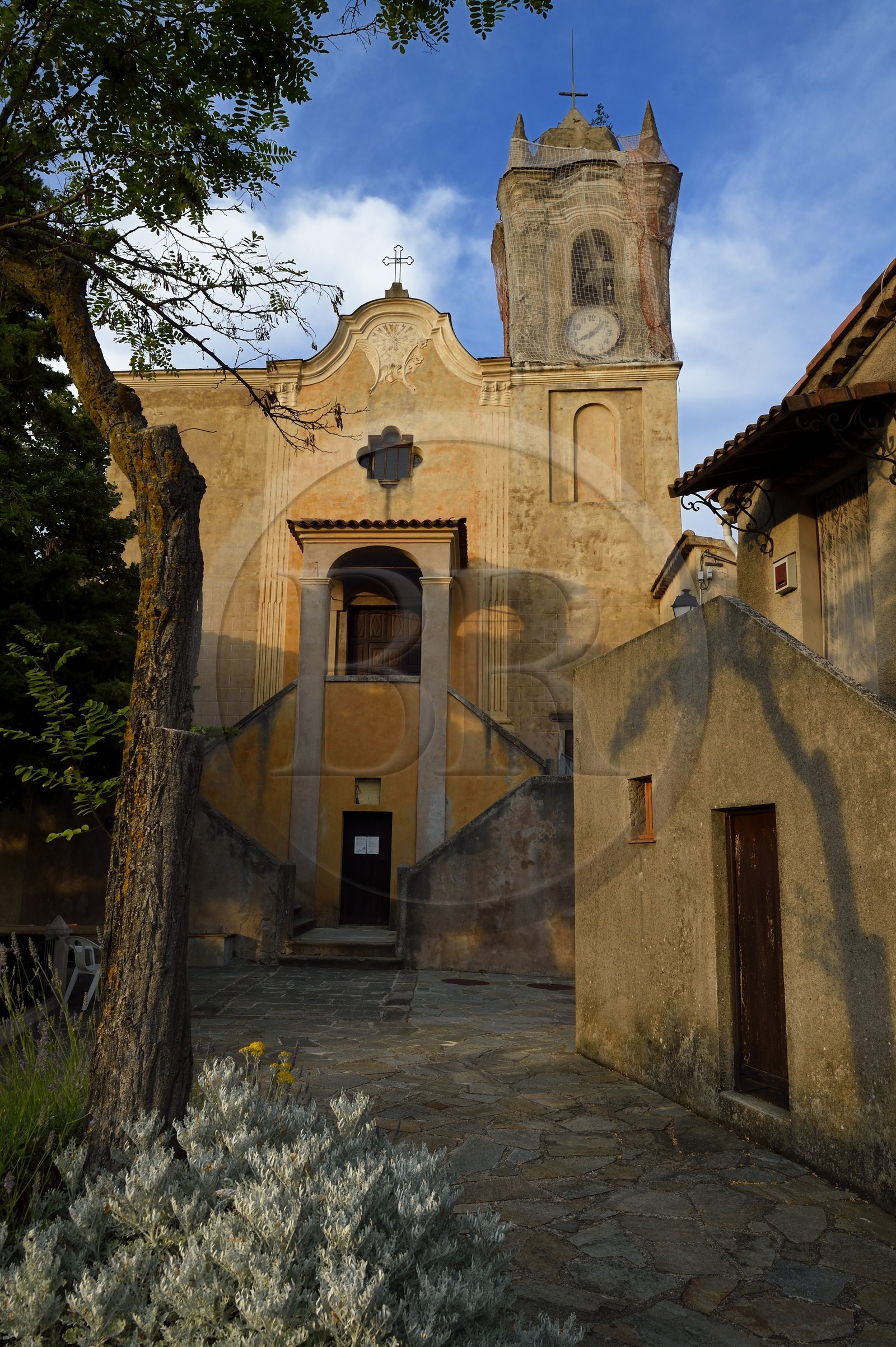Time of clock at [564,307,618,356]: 8:07
